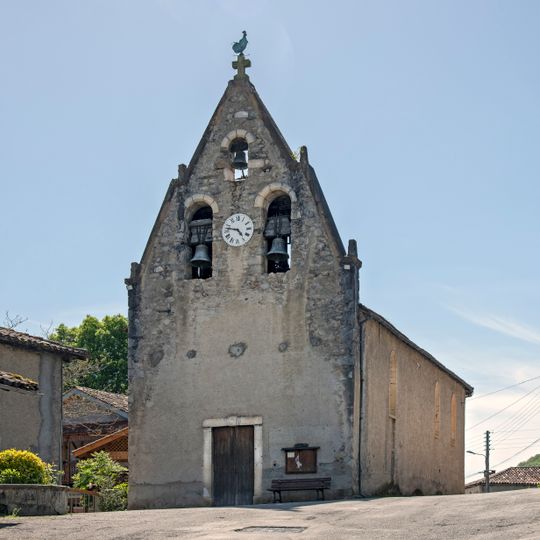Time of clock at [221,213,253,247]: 4:46
